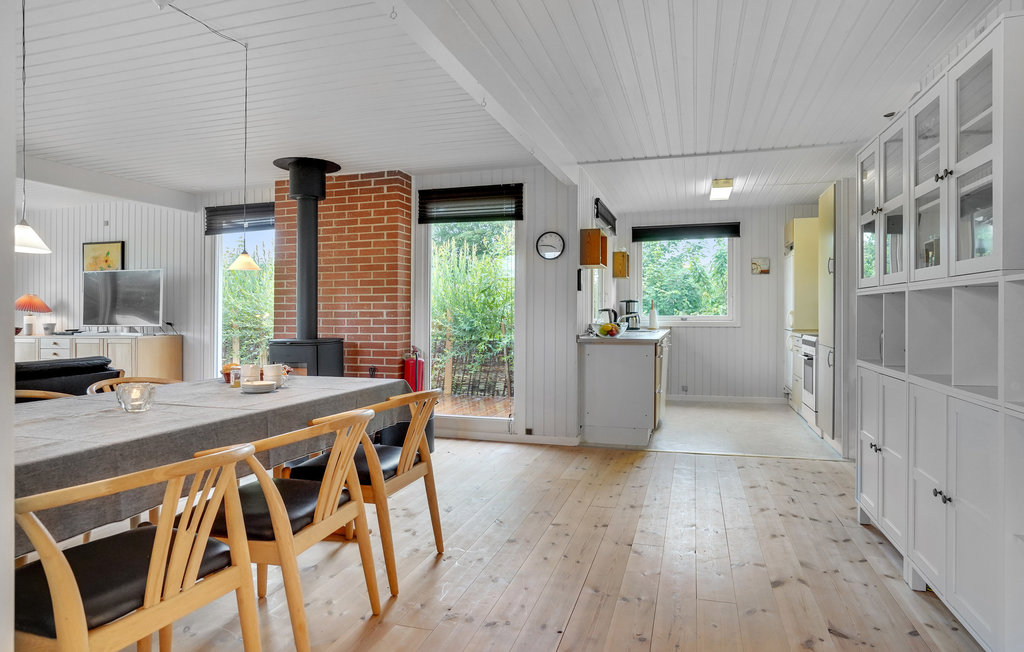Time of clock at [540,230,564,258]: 3:45
